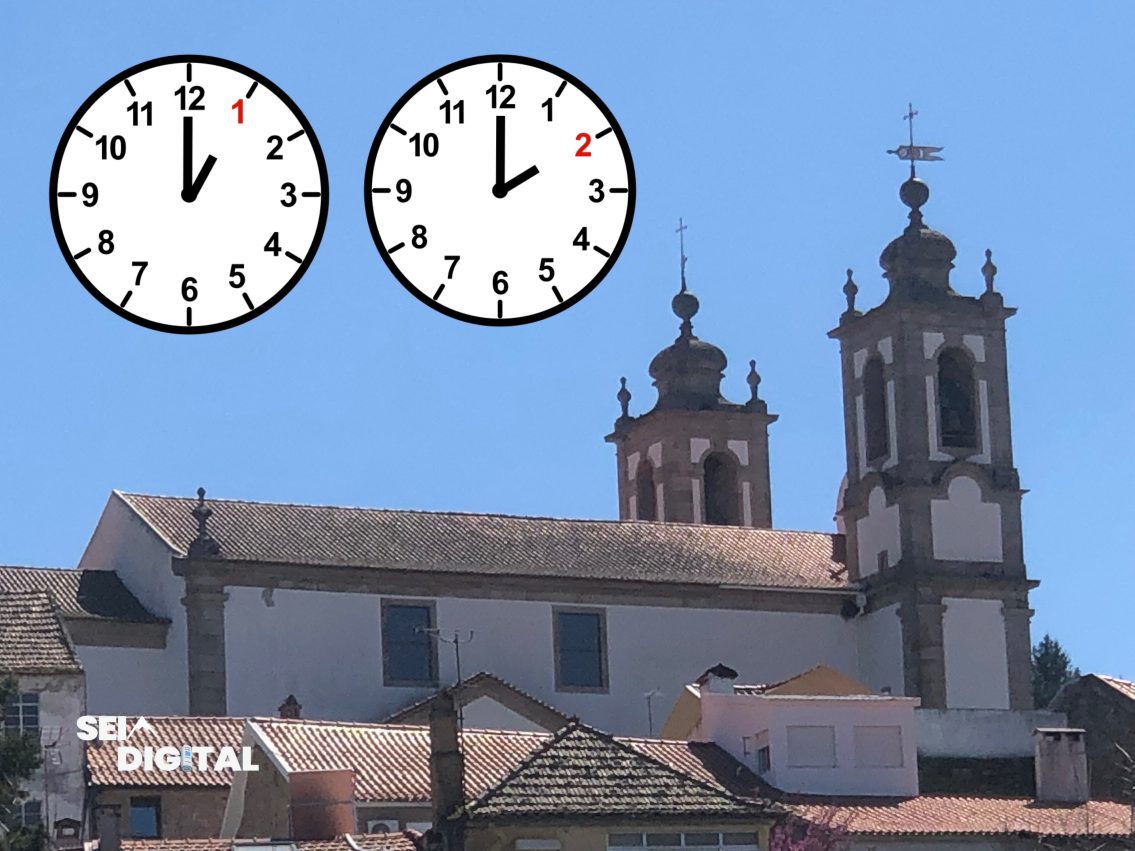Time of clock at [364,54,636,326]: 2:00
